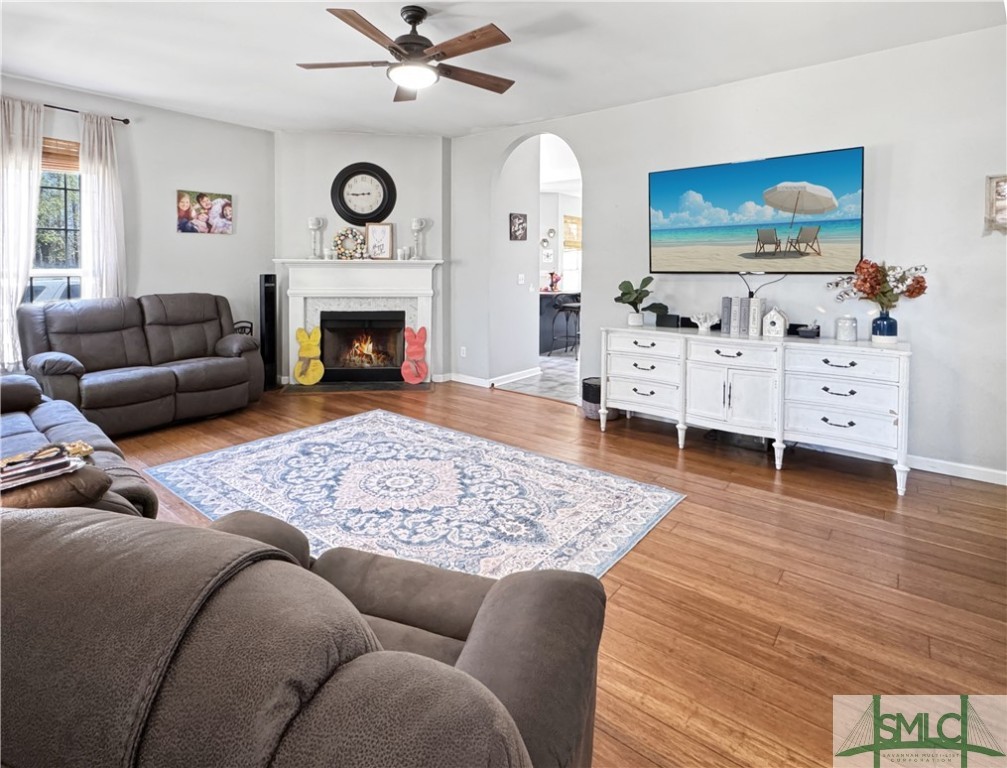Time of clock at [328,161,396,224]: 8:45
